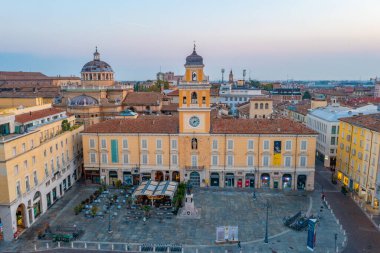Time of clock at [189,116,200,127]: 7:11
